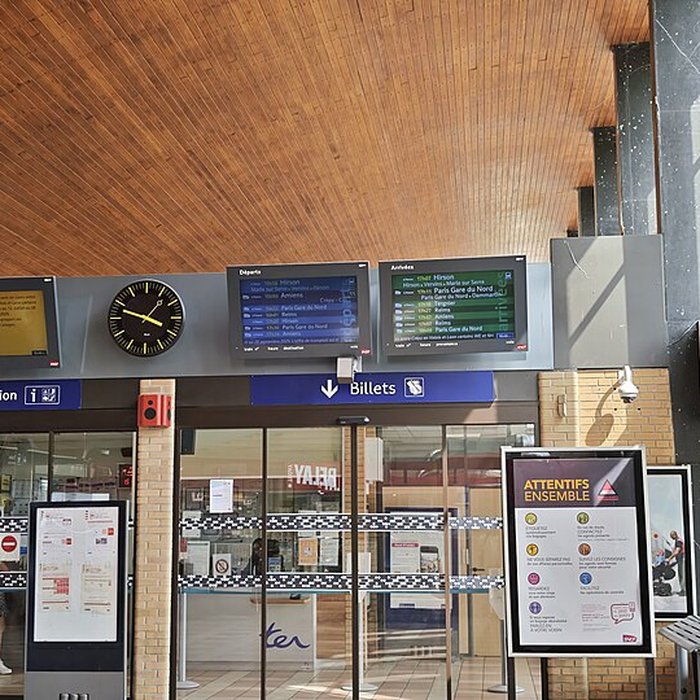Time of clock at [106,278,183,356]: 3:48
